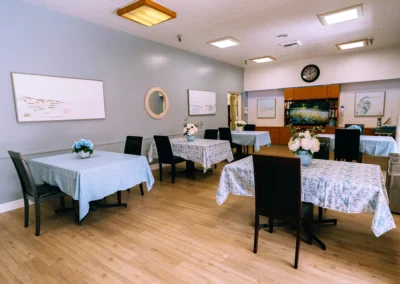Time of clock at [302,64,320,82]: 12:11
